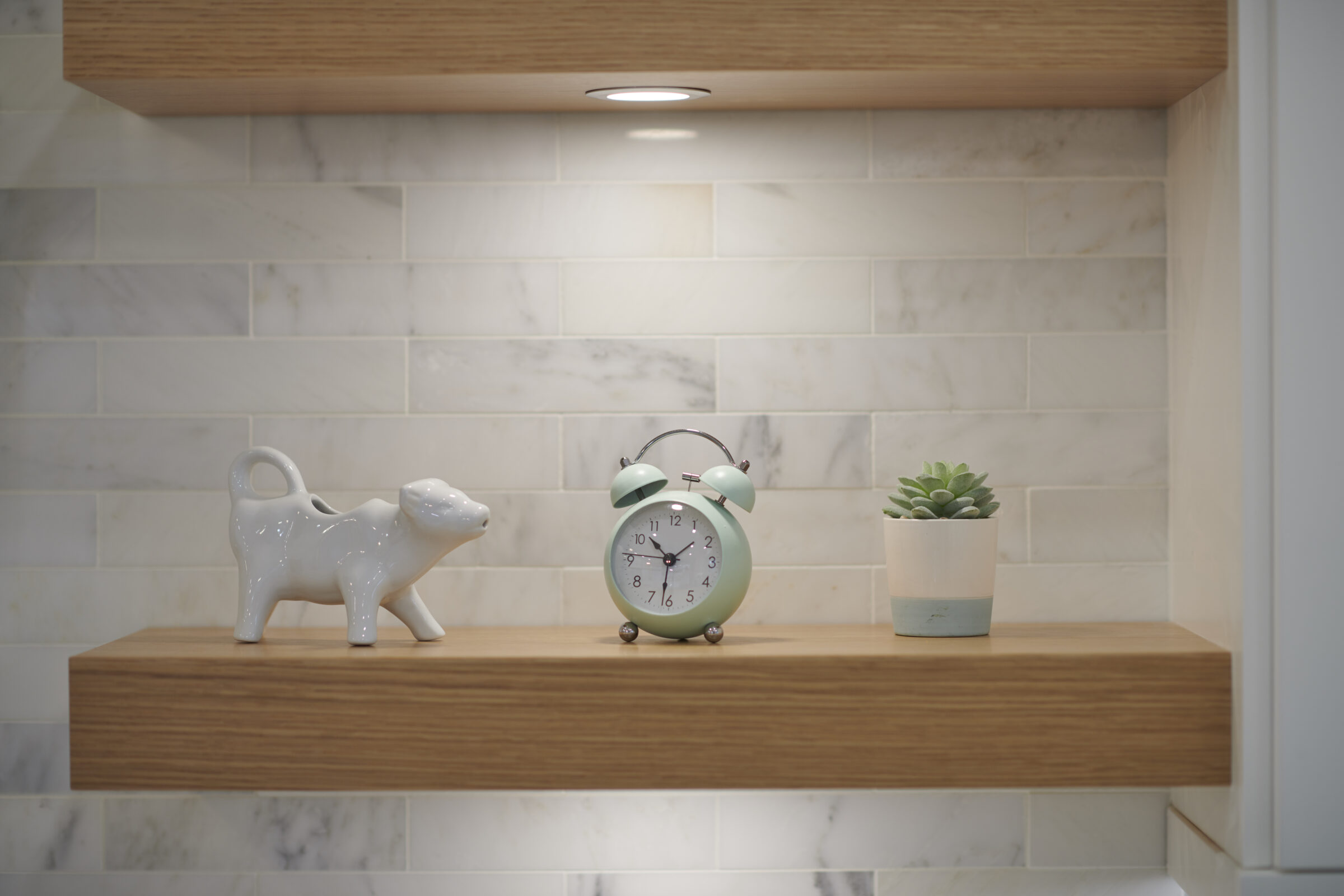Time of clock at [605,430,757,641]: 10:31
